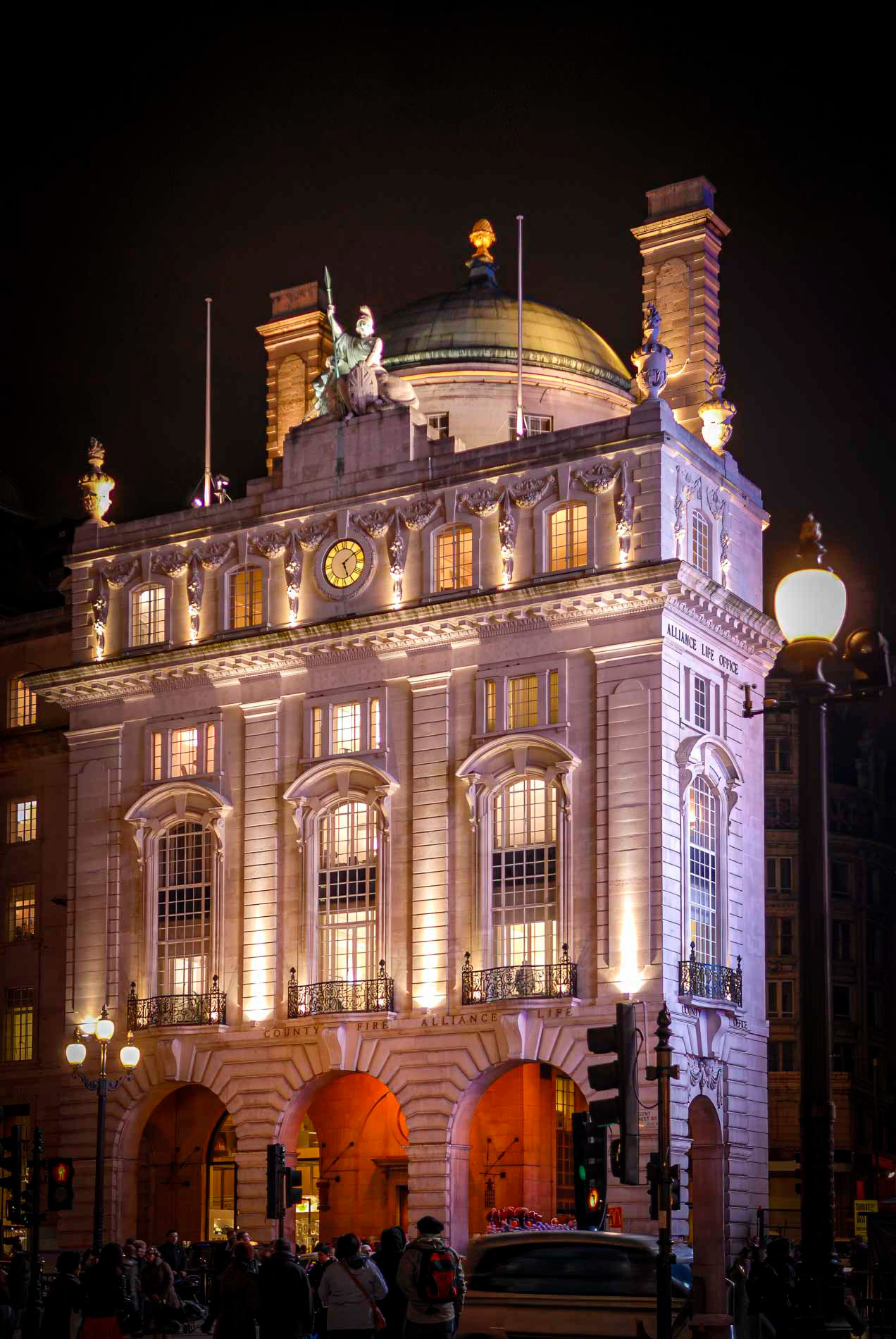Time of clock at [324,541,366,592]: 5:09
